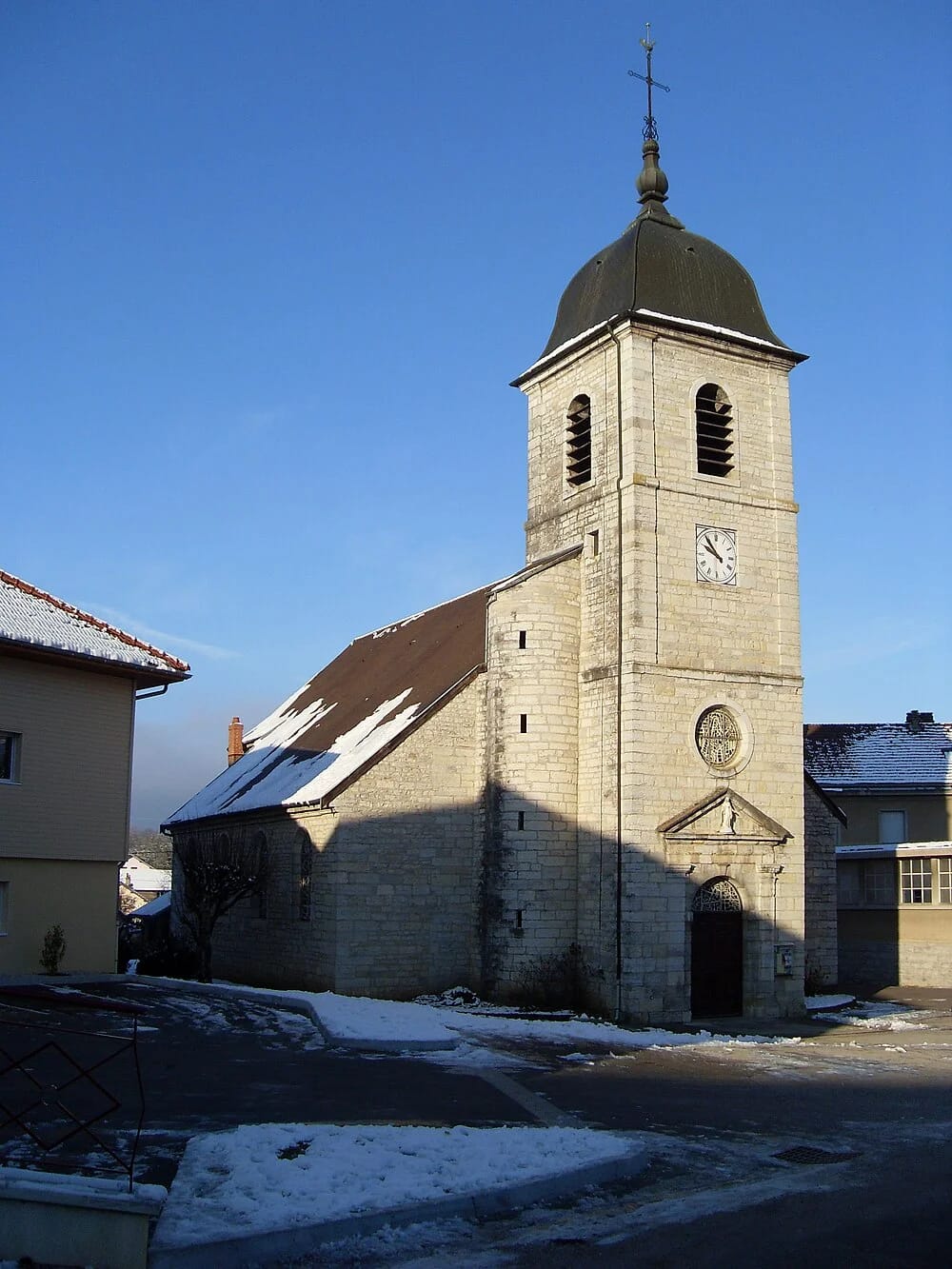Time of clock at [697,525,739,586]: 9:53
